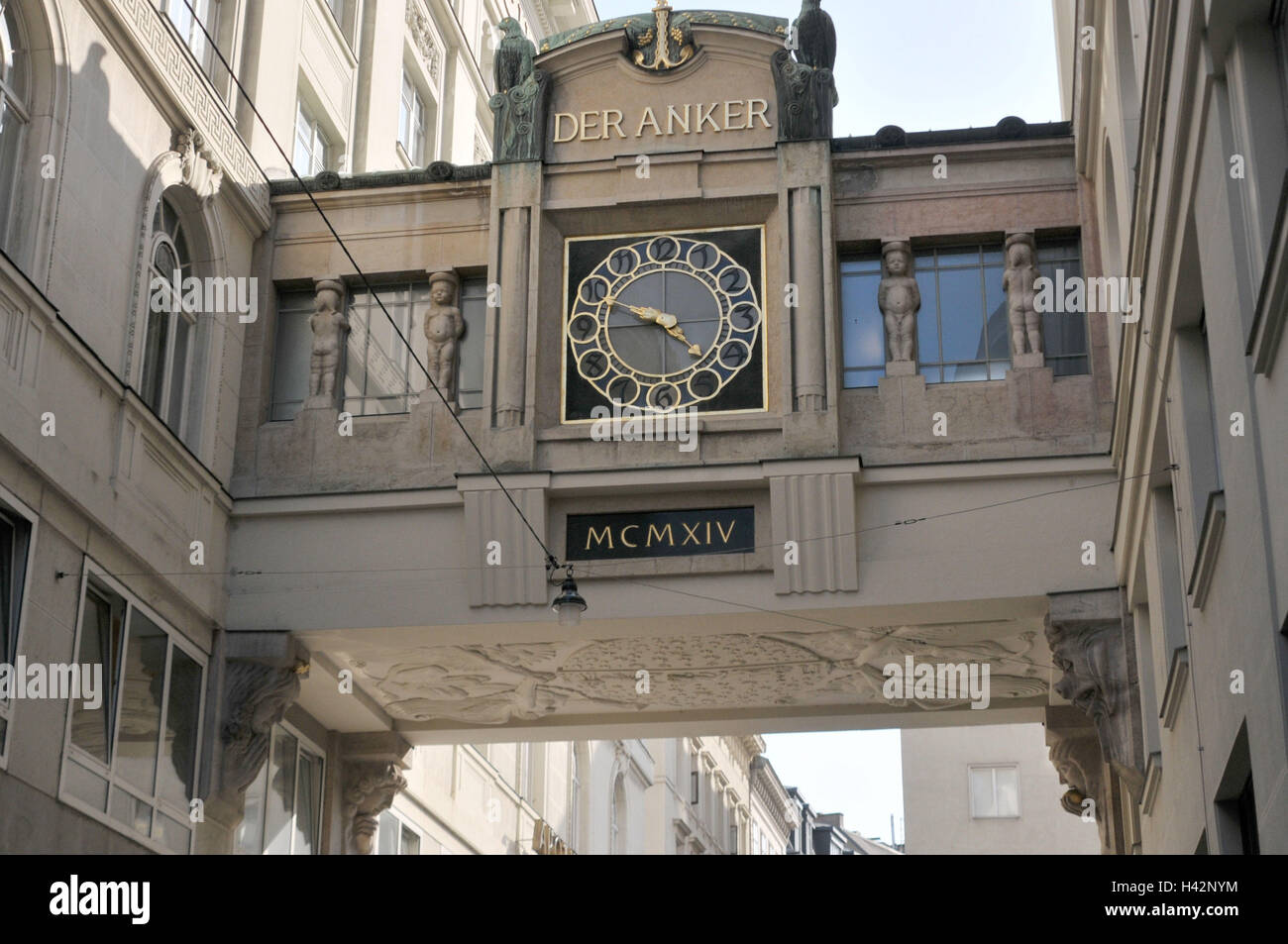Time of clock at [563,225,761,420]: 4:49
